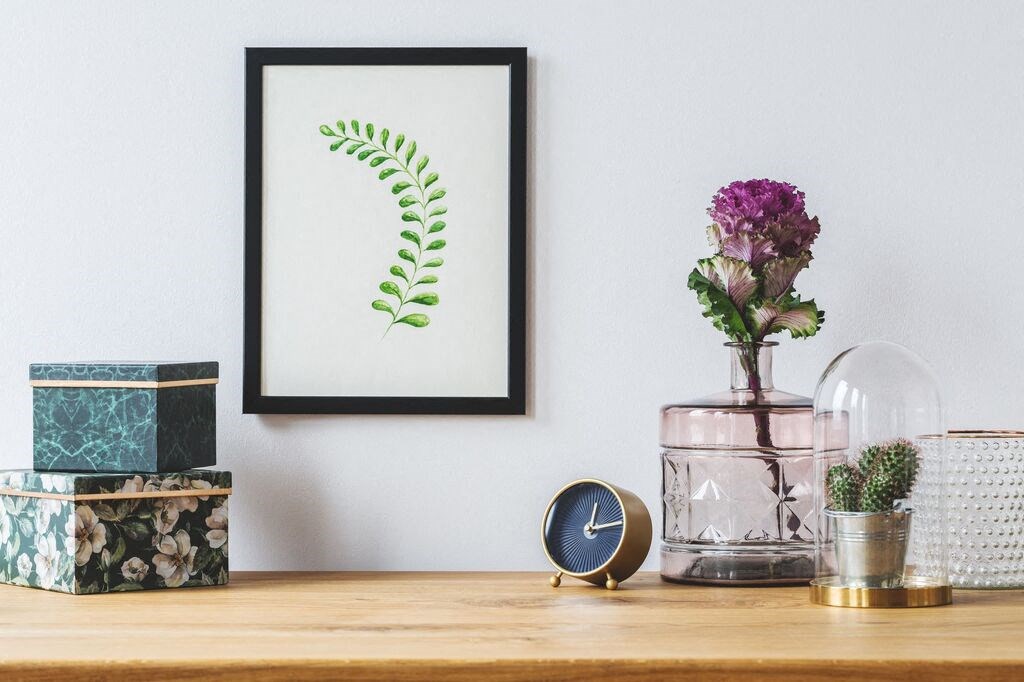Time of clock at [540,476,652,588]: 12:14
